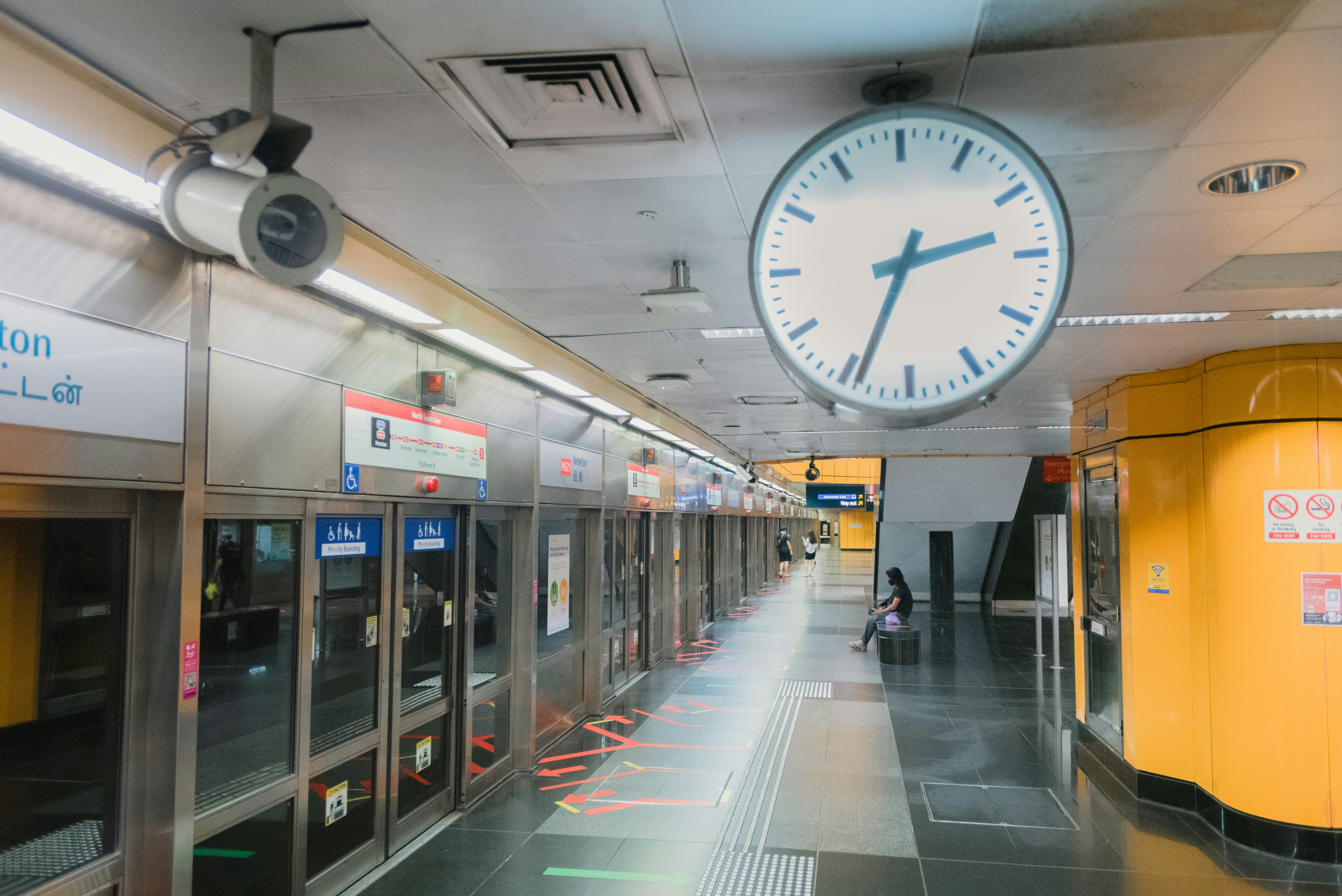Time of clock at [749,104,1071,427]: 2:33
